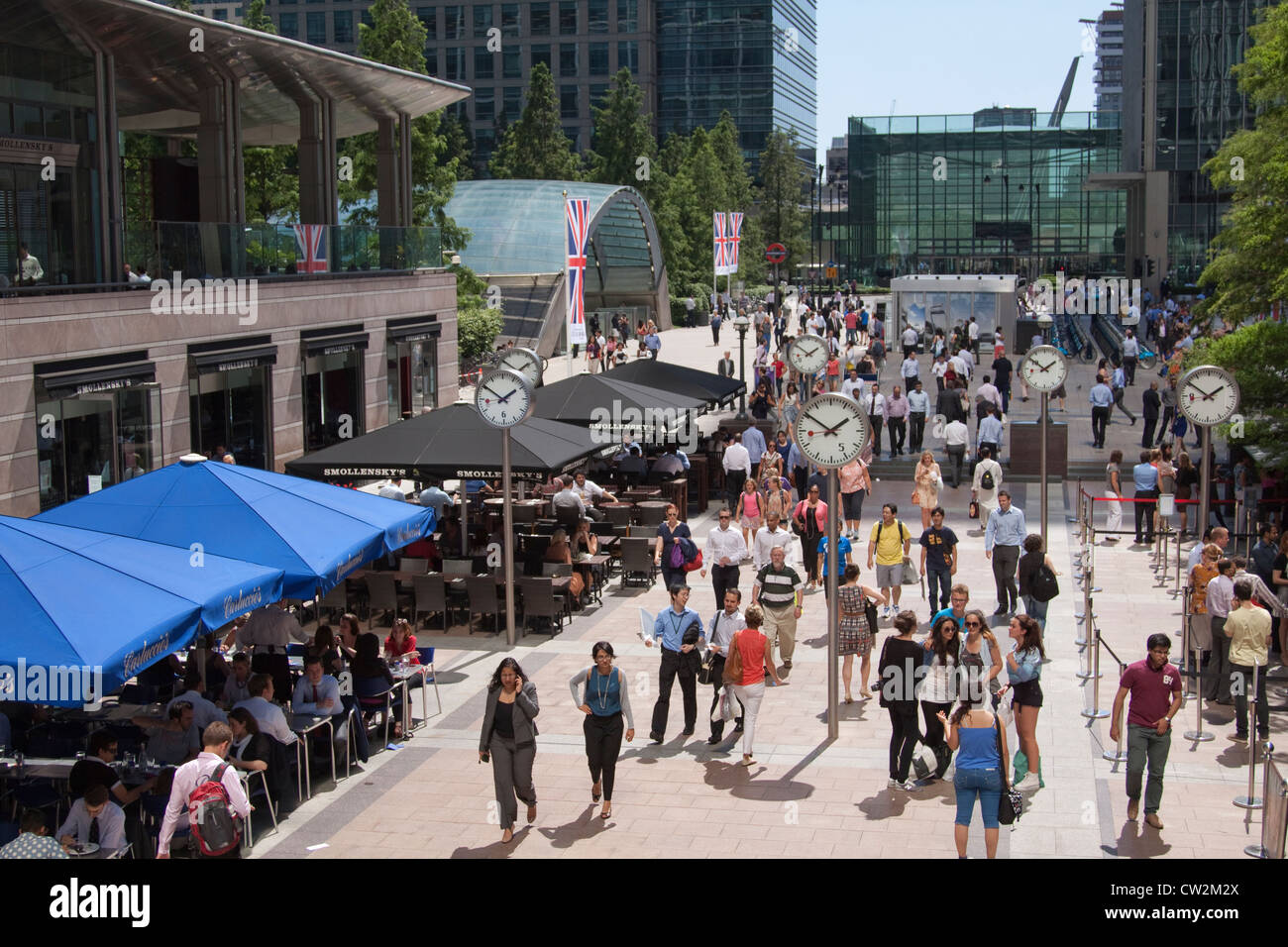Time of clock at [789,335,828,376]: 1:51
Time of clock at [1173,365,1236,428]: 1:50
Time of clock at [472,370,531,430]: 1:50
